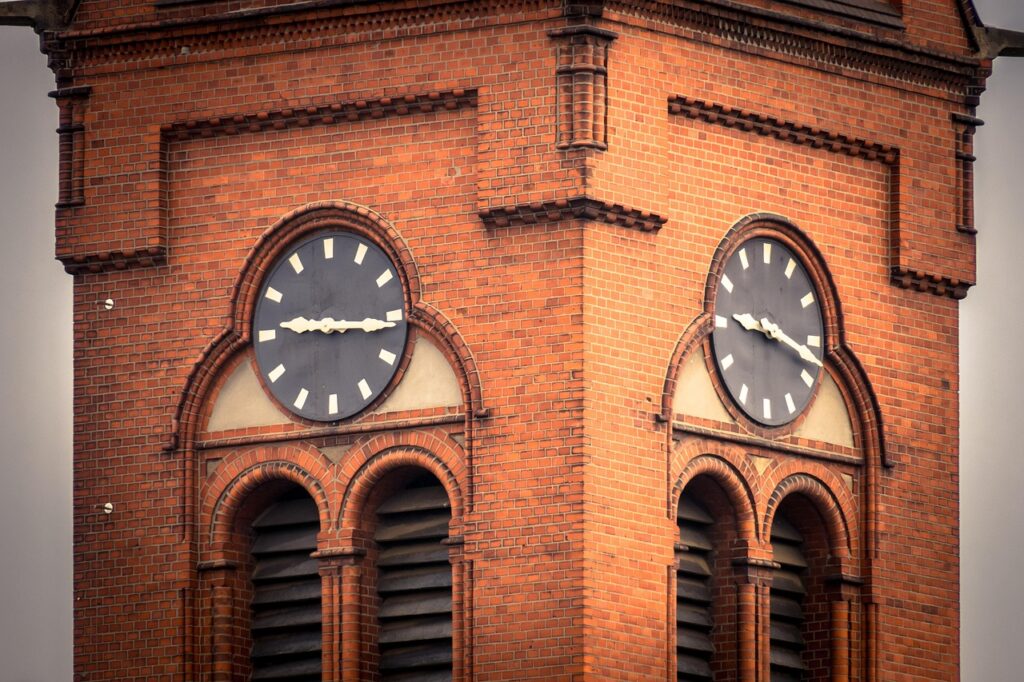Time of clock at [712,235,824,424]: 9:17
